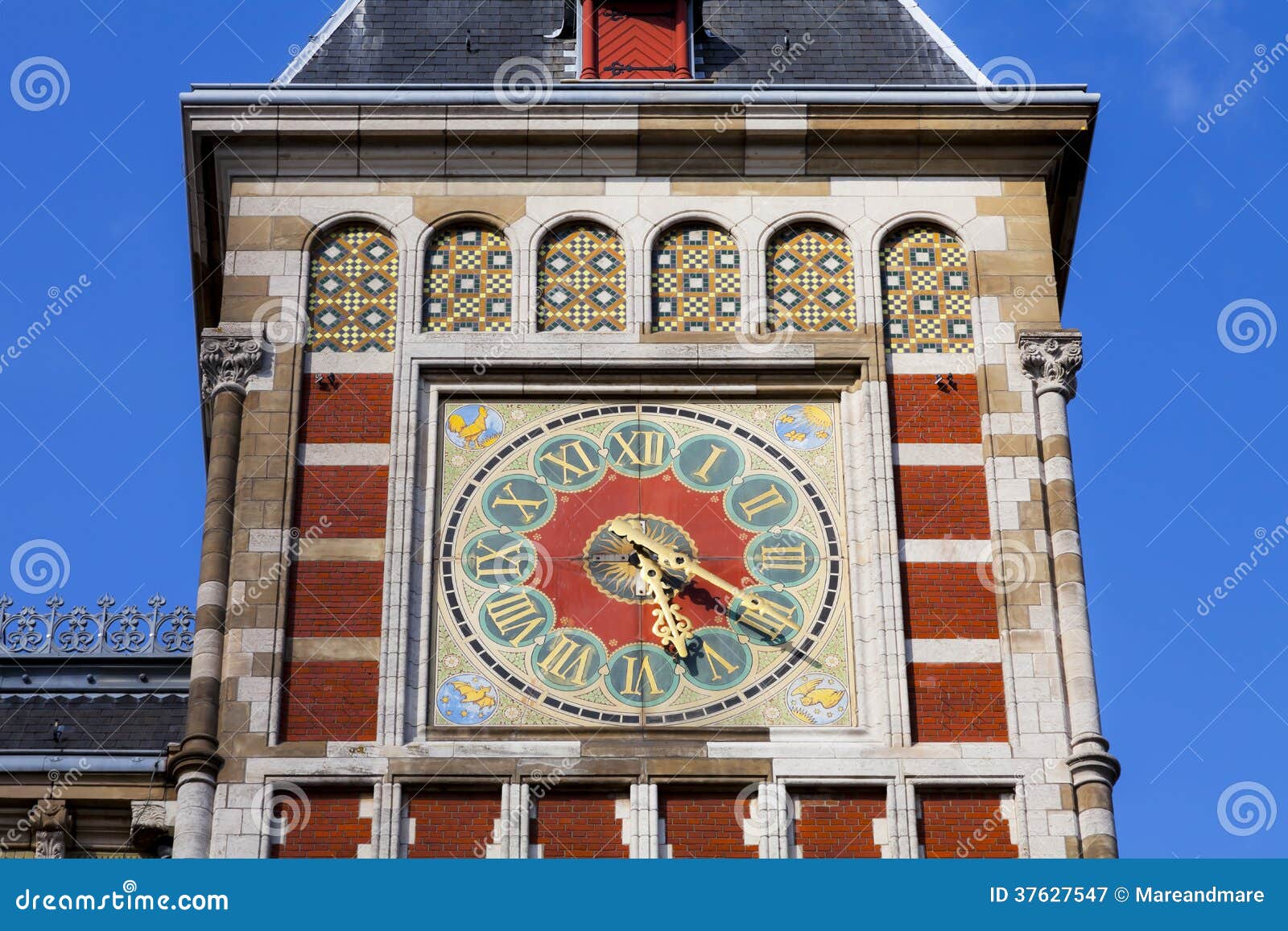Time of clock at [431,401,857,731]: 5:20
